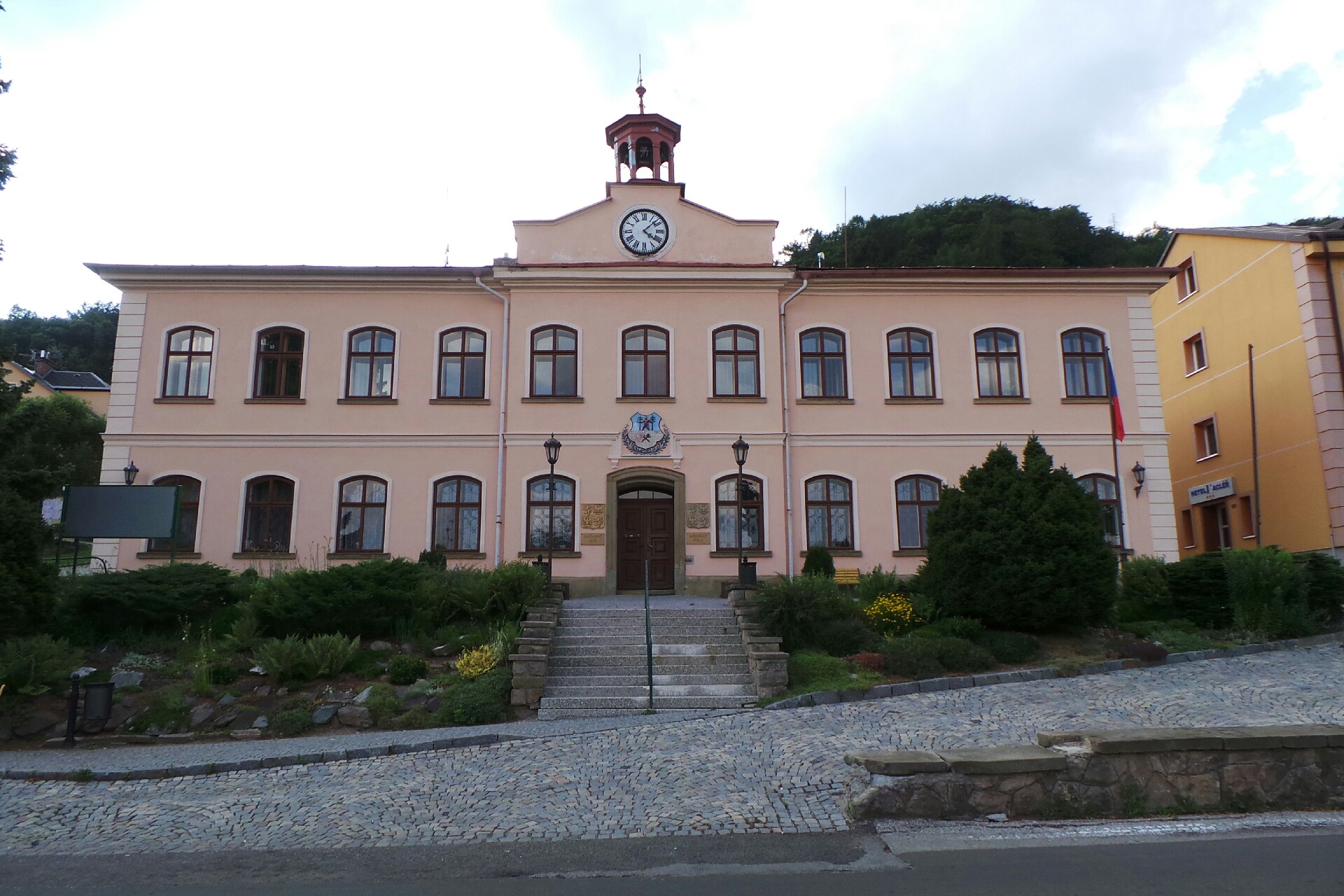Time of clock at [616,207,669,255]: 4:07
